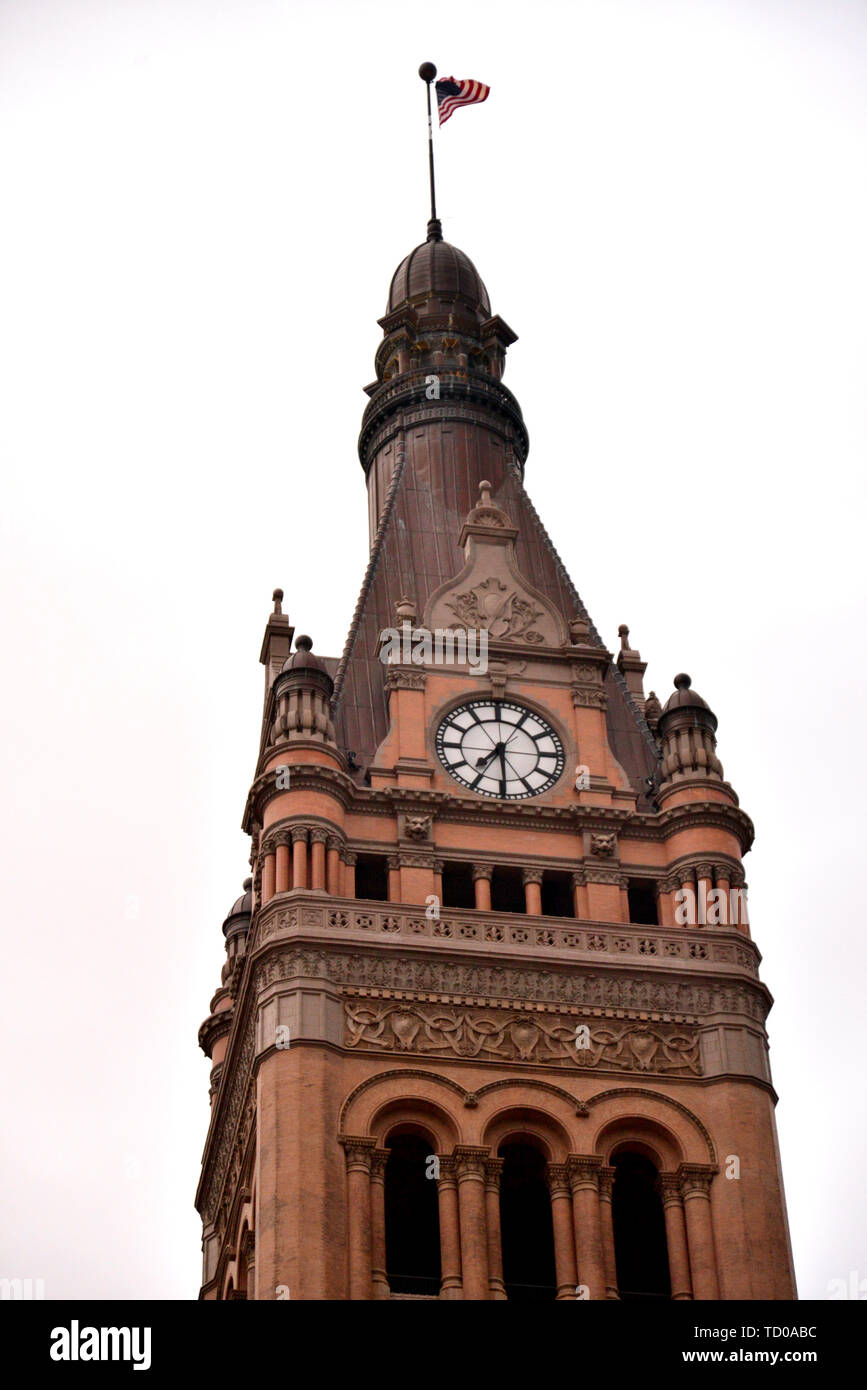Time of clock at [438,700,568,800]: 7:29
